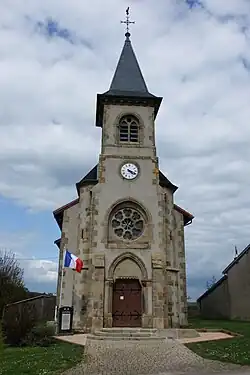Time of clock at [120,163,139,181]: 4:19
